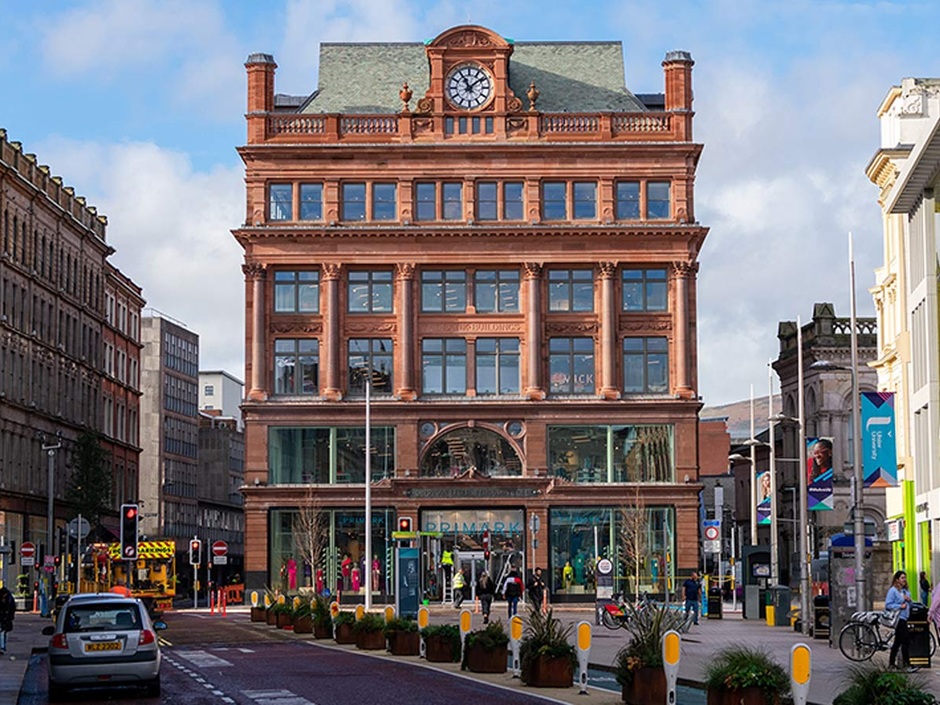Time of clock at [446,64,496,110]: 11:08
